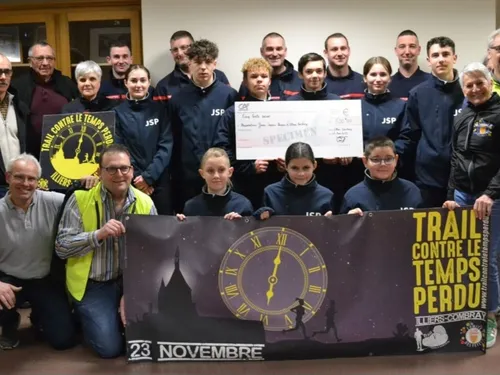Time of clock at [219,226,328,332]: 6:00
